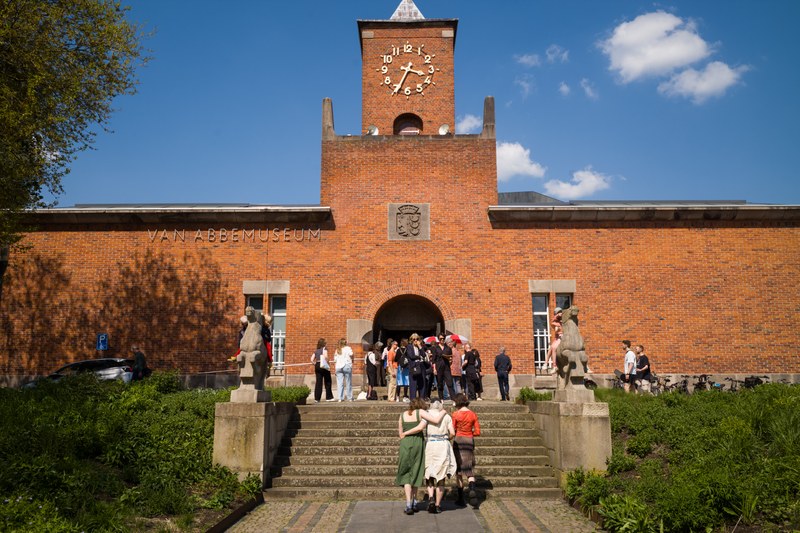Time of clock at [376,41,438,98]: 3:34
